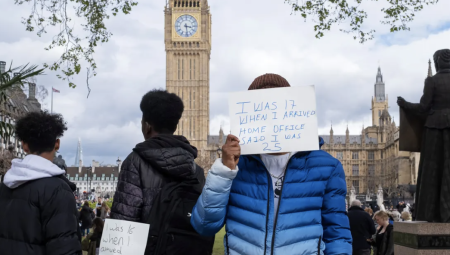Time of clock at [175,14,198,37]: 3:28
